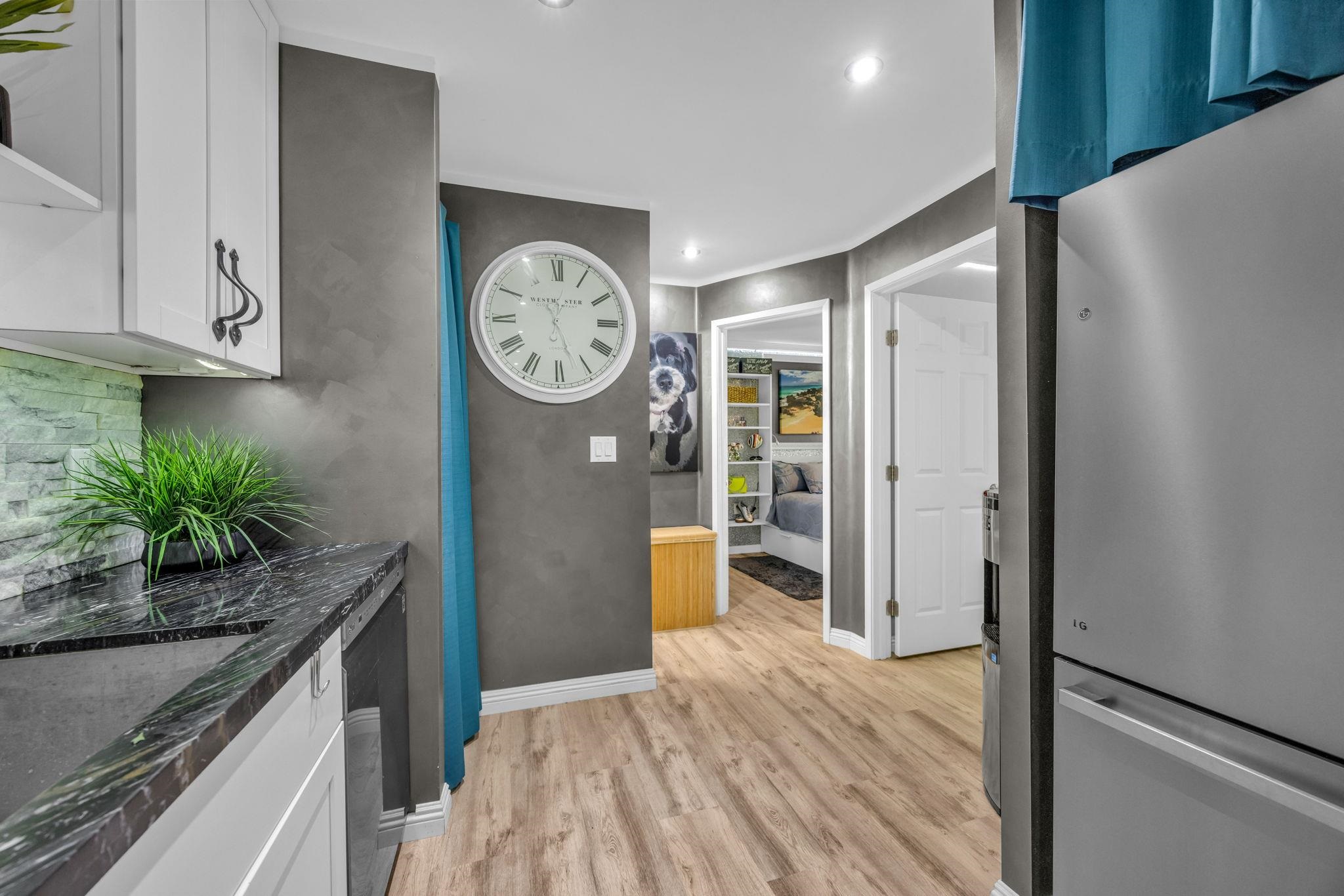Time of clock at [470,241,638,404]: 12:26
